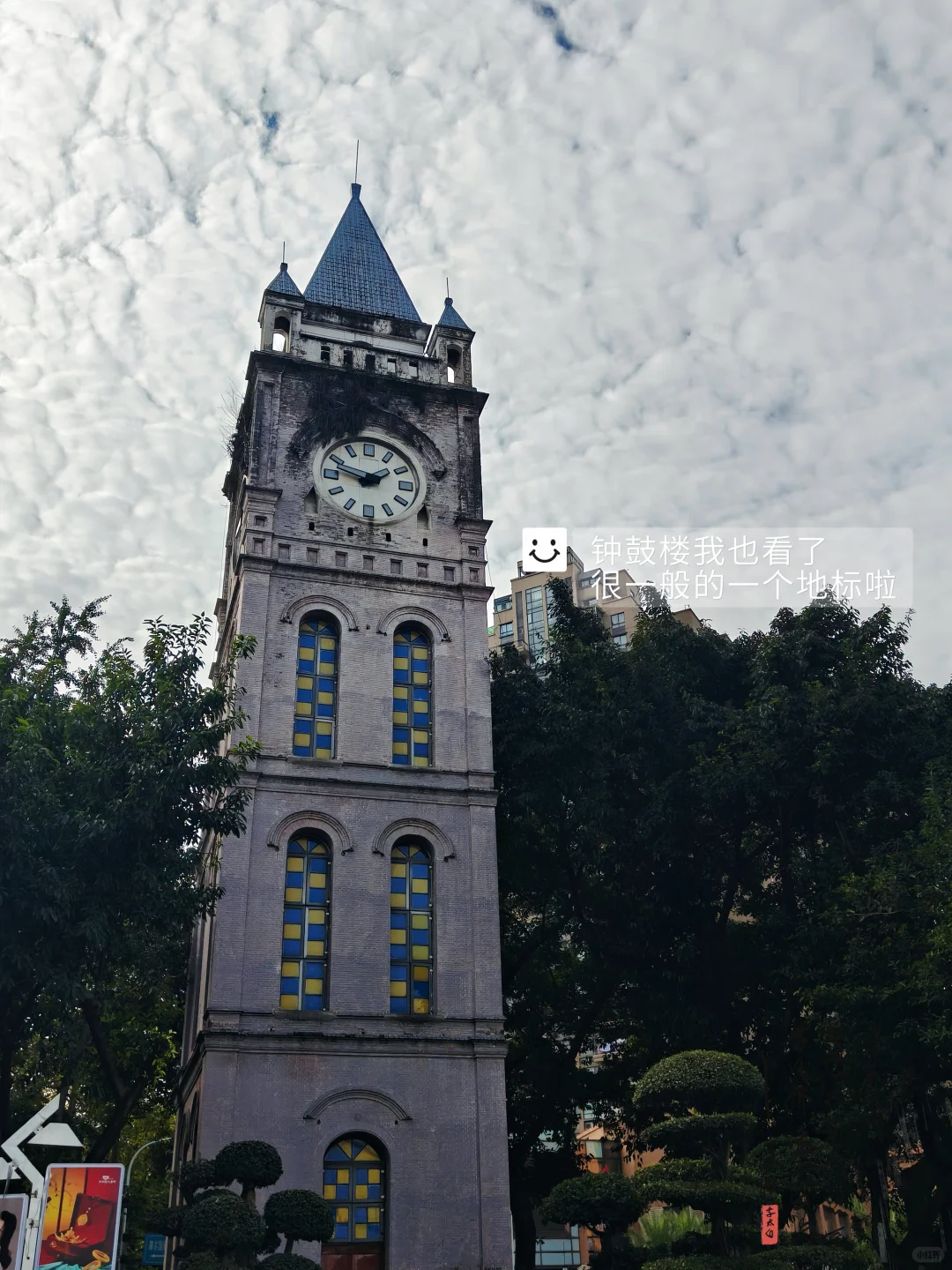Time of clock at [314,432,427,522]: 1:47
